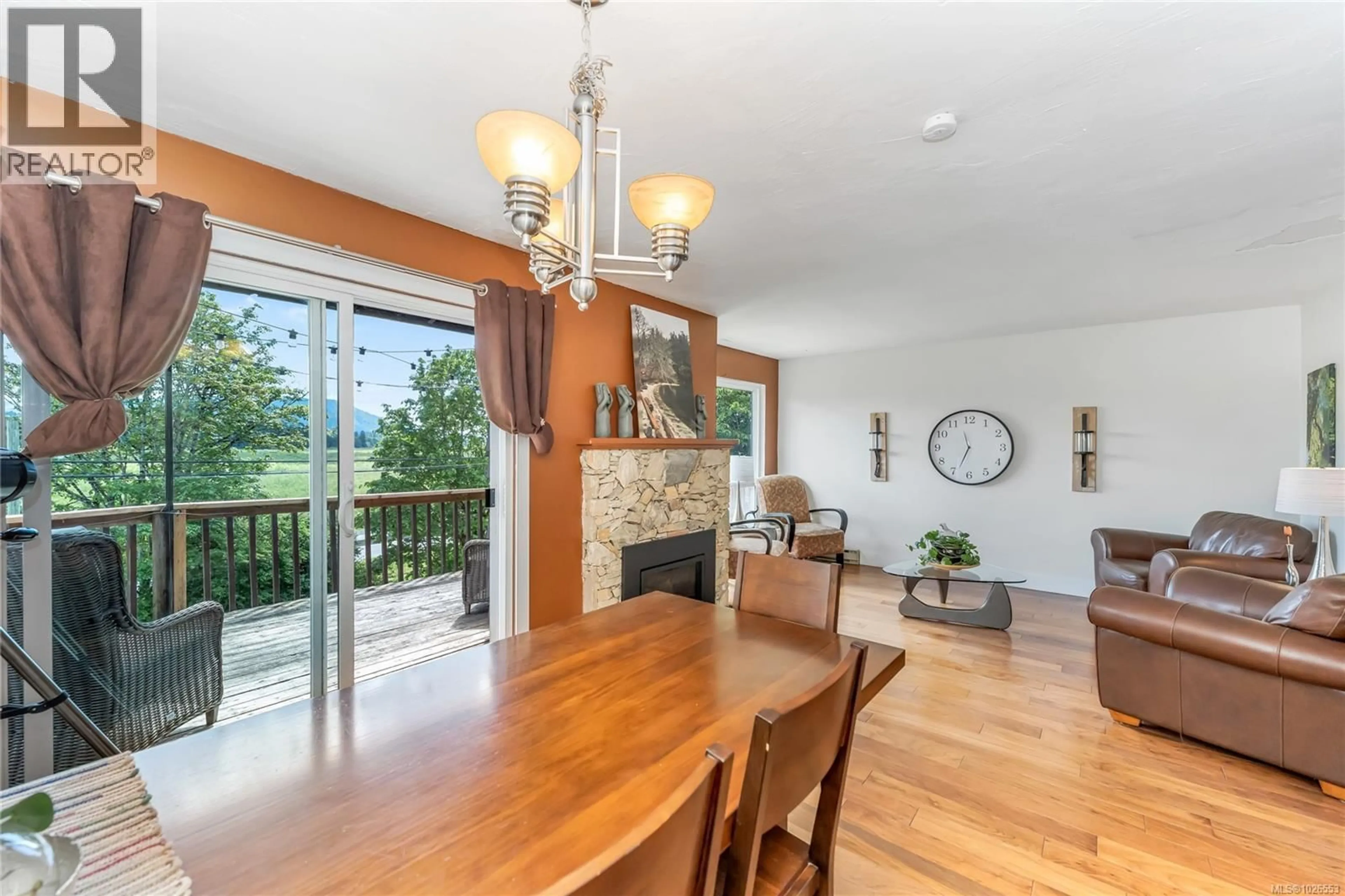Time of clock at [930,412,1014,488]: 11:33
